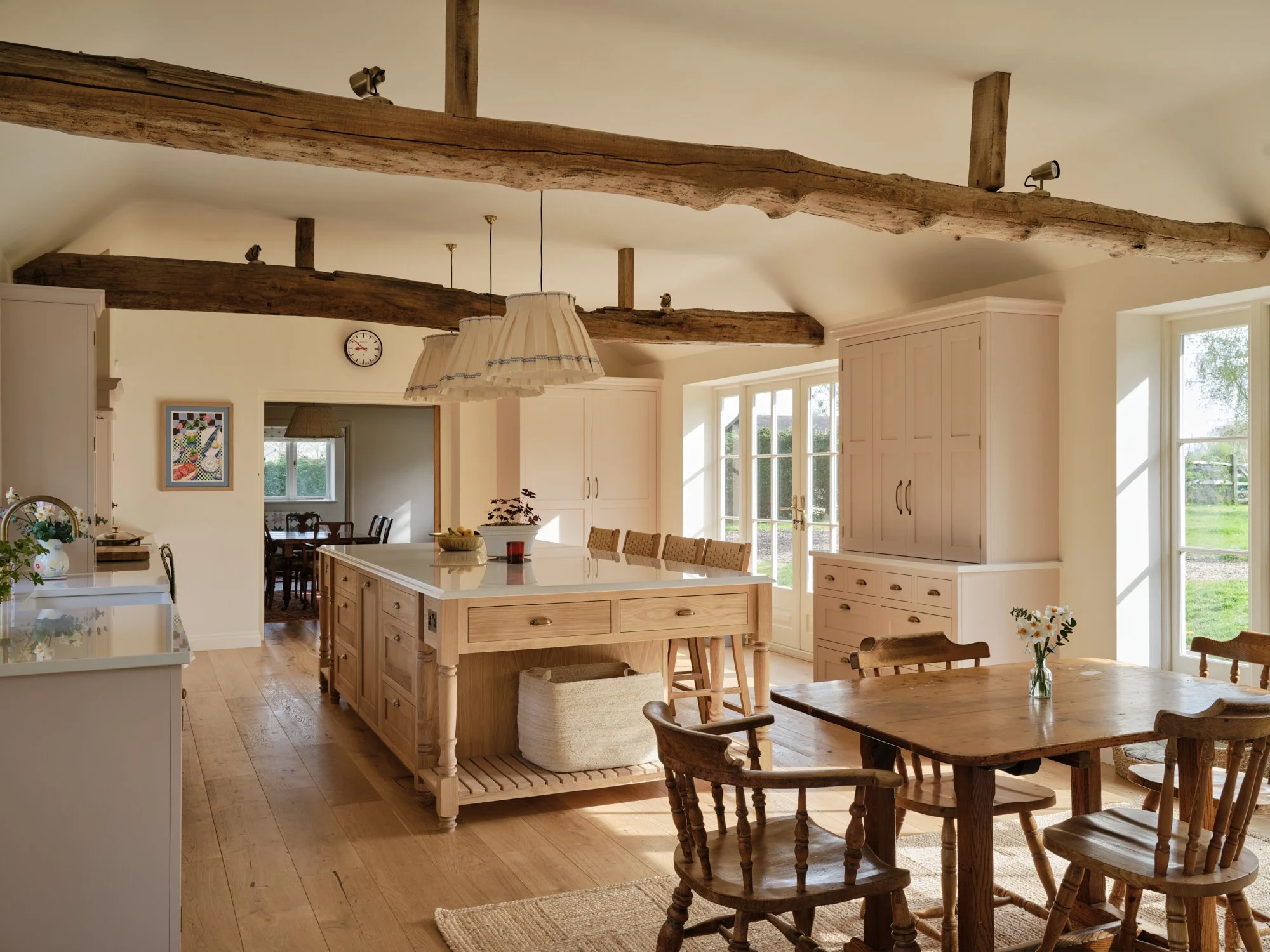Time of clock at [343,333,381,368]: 8:51
